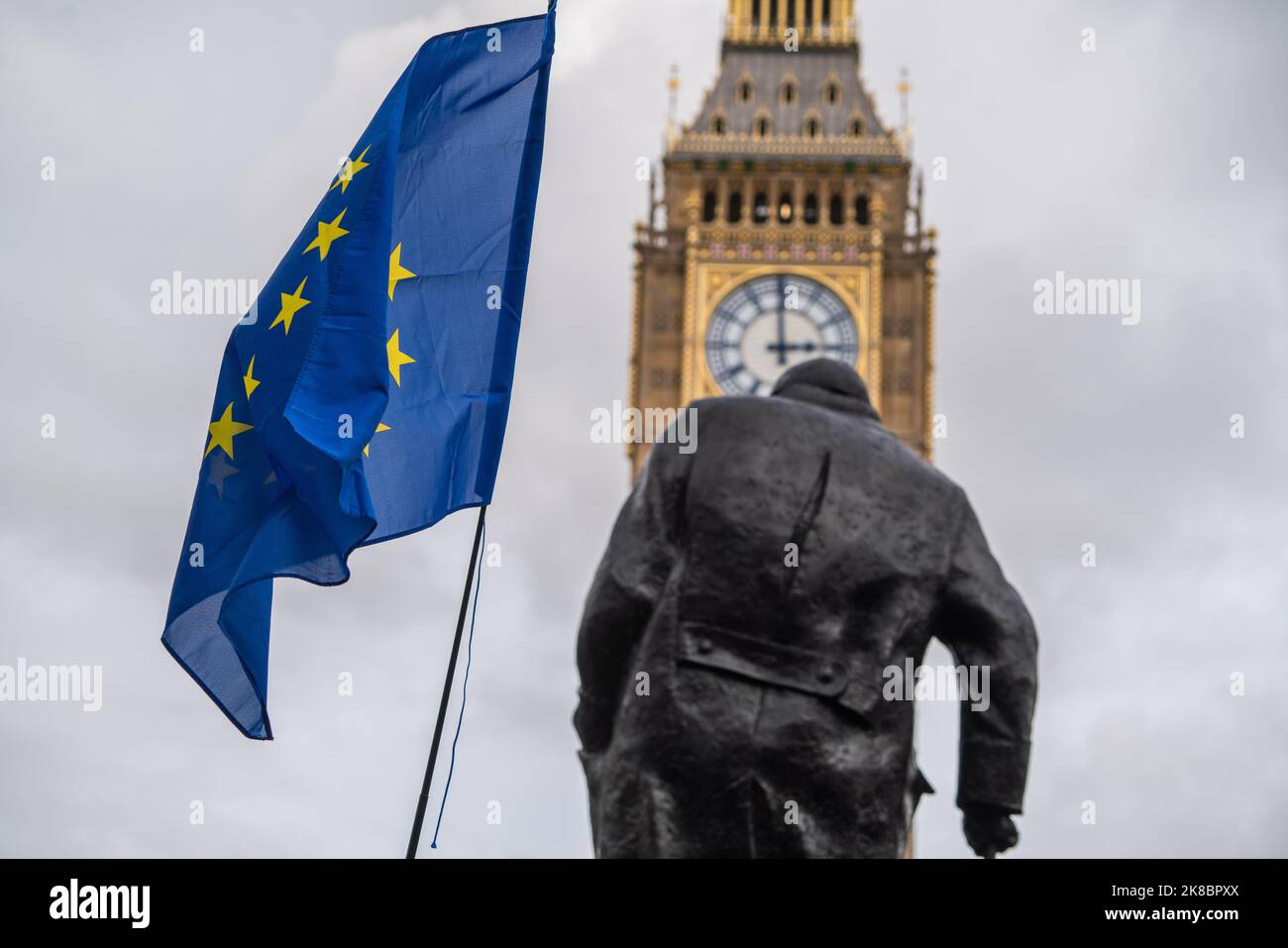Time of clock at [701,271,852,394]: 2:59
